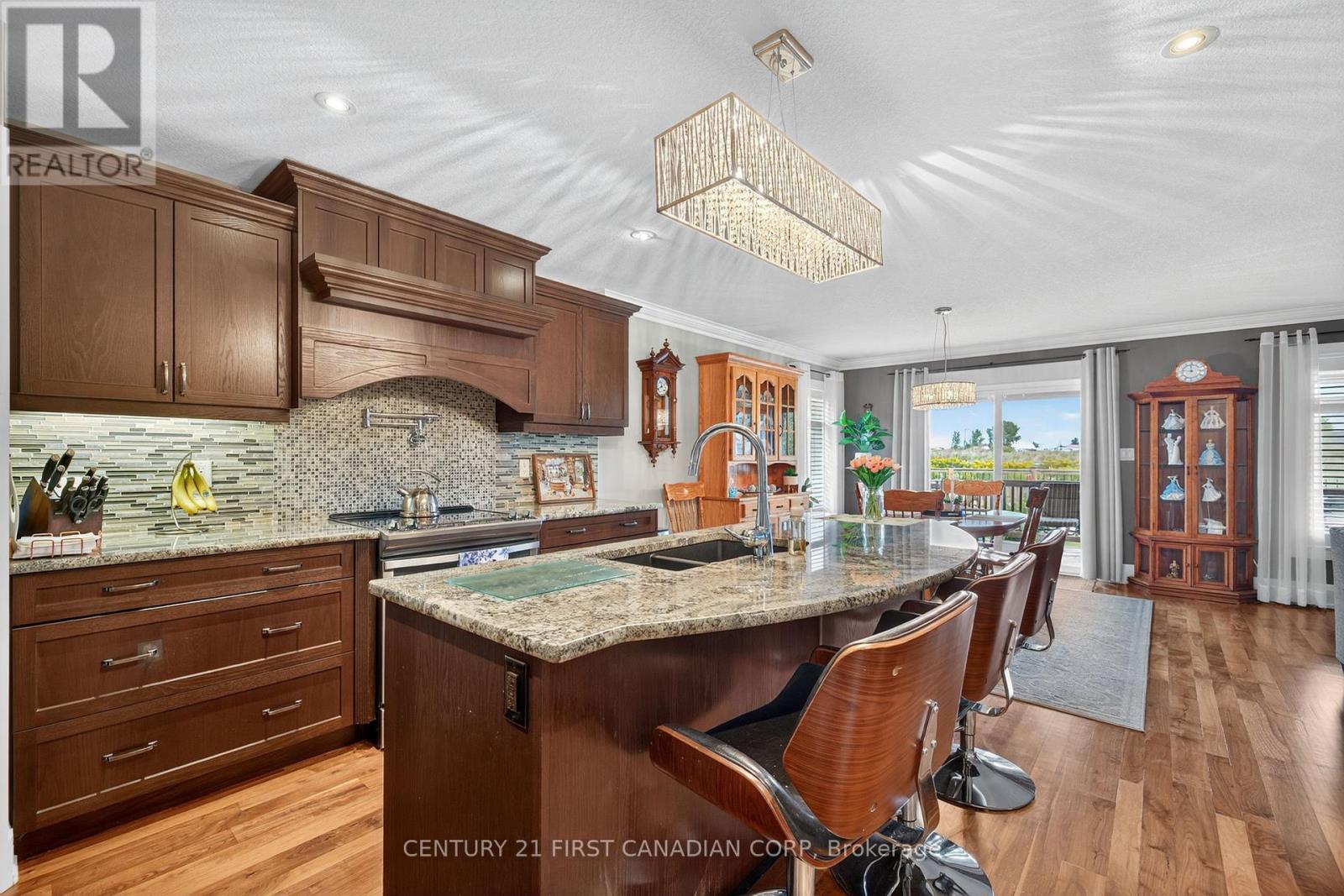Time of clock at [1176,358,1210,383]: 11:46
